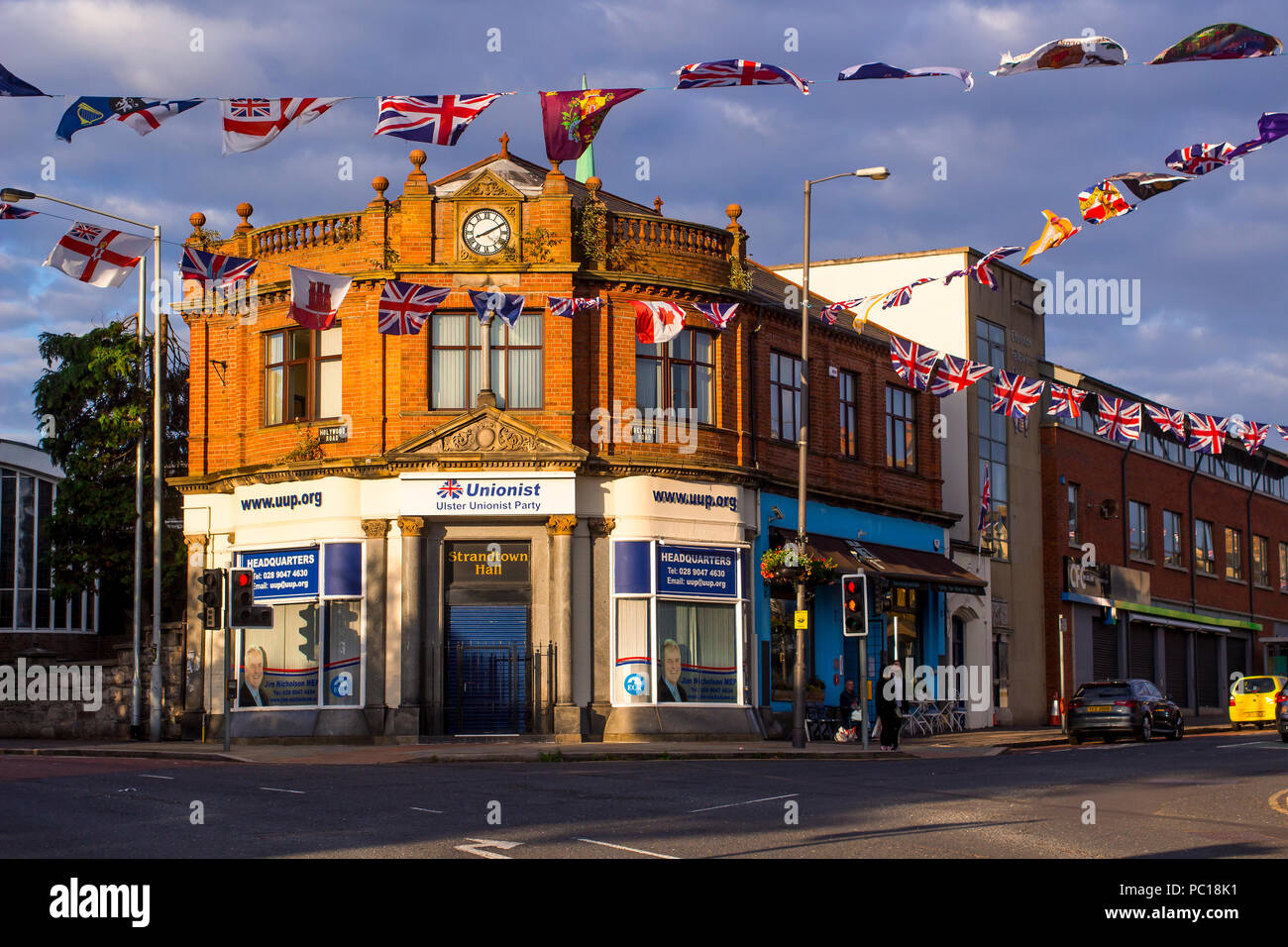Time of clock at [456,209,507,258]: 8:10
